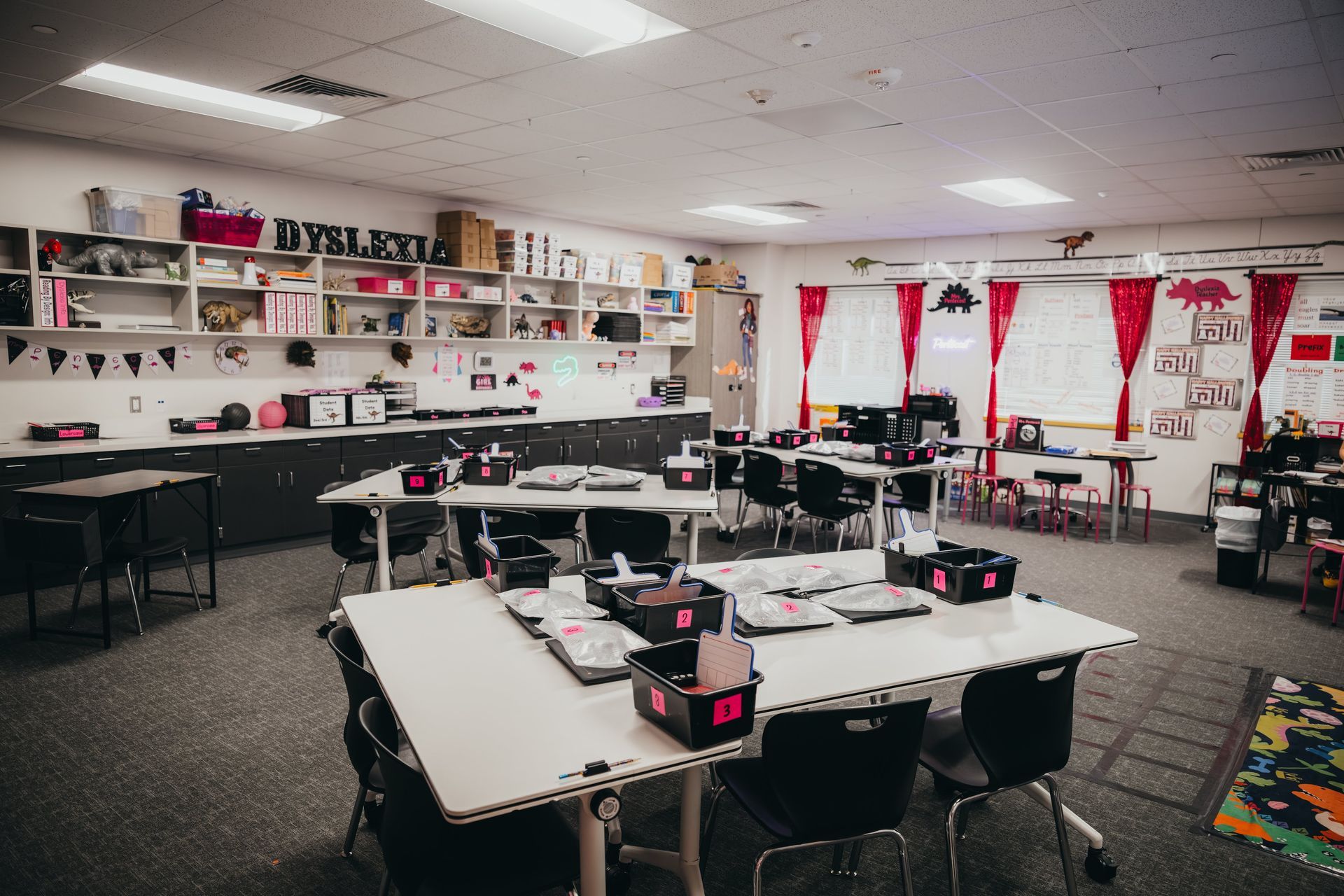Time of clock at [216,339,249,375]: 1:21
